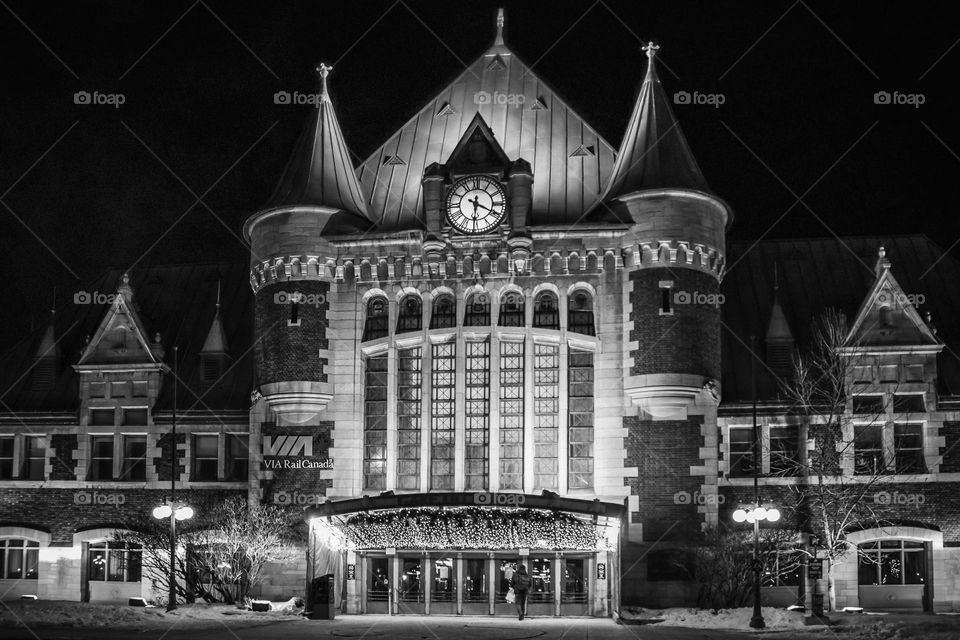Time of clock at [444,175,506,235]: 6:19
